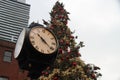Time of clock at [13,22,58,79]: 10:20
